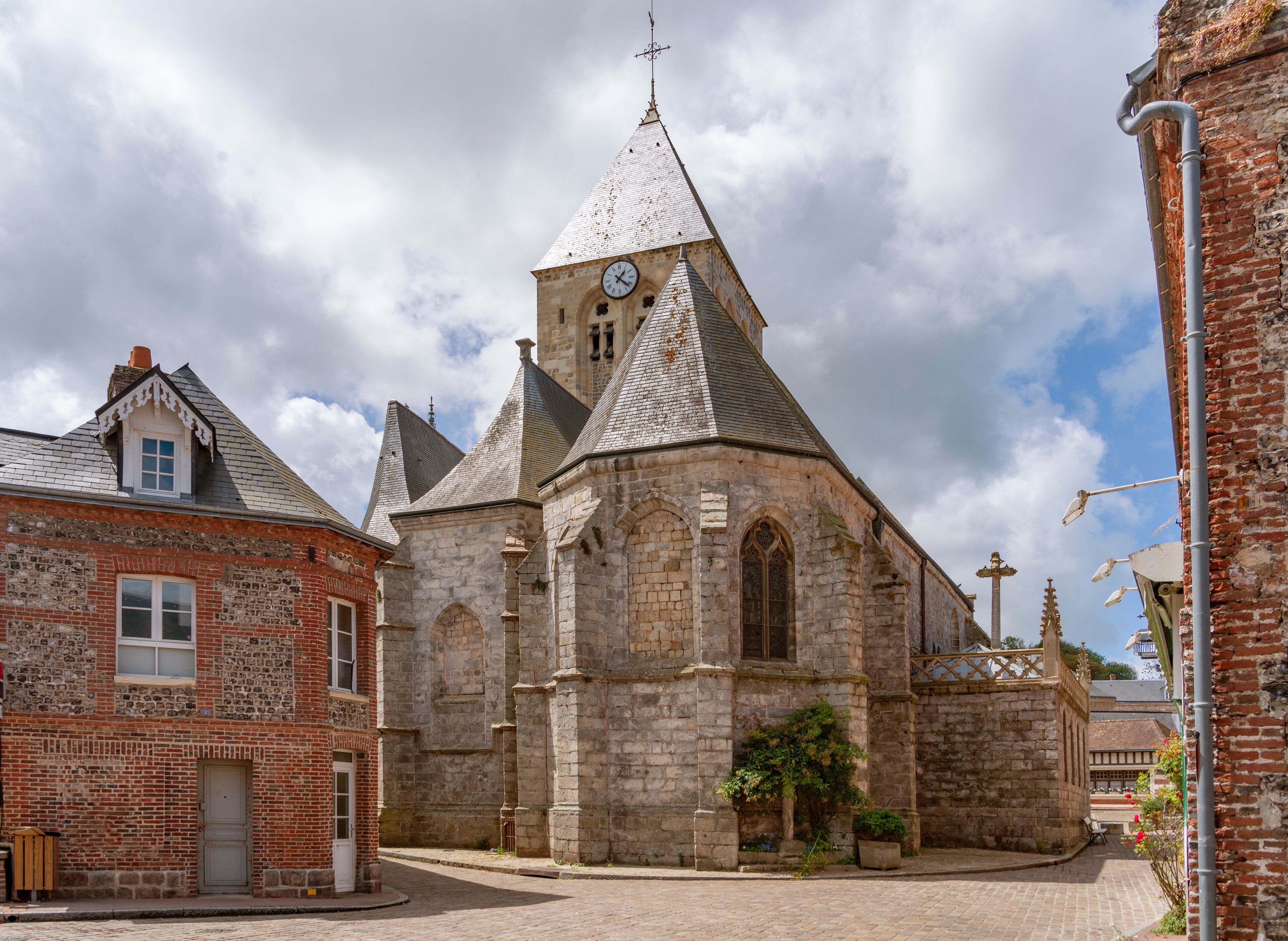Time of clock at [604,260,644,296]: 1:21
